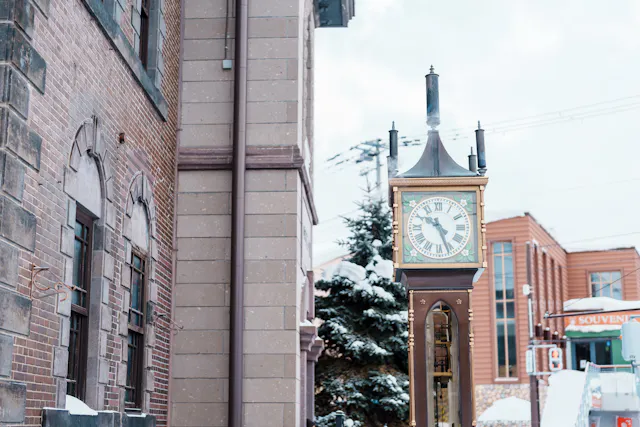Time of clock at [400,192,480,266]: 10:26
